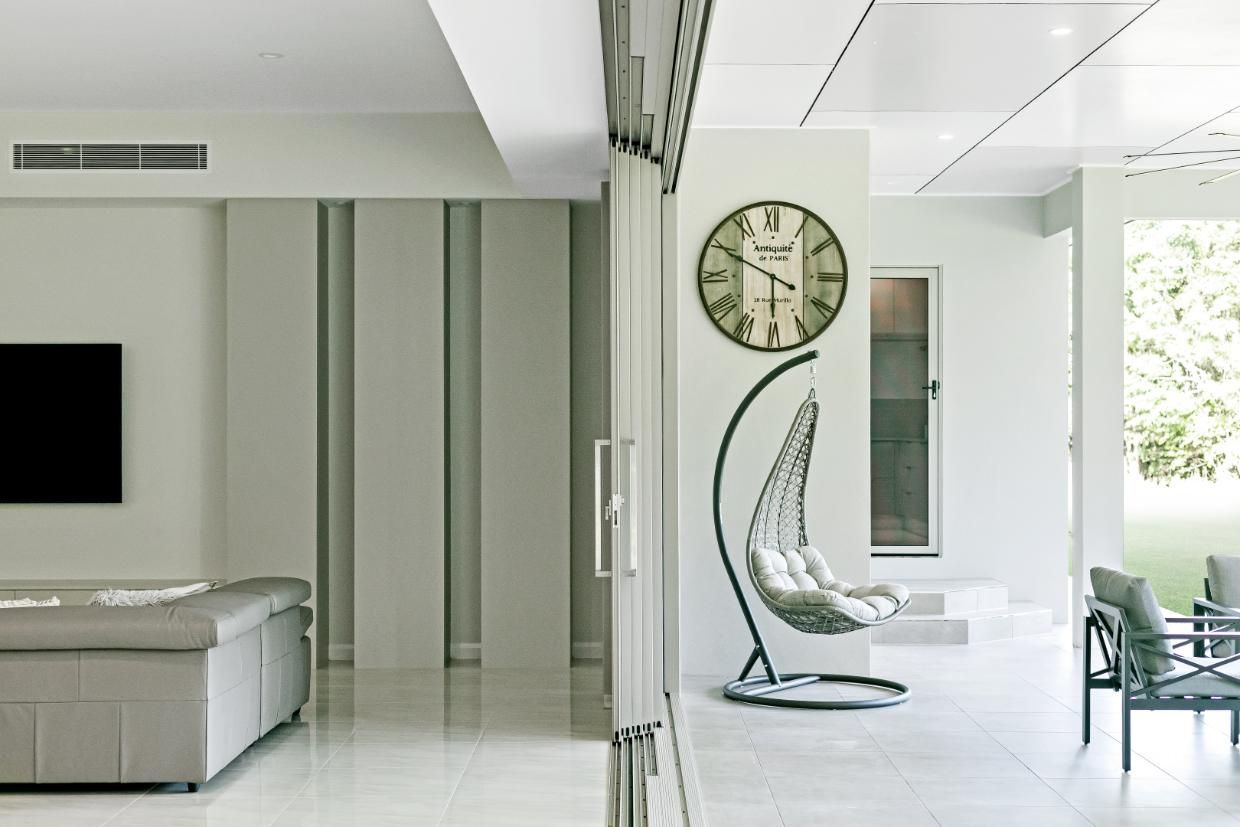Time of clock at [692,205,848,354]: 5:49
